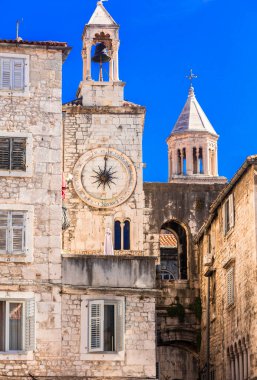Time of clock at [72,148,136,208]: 9:01
